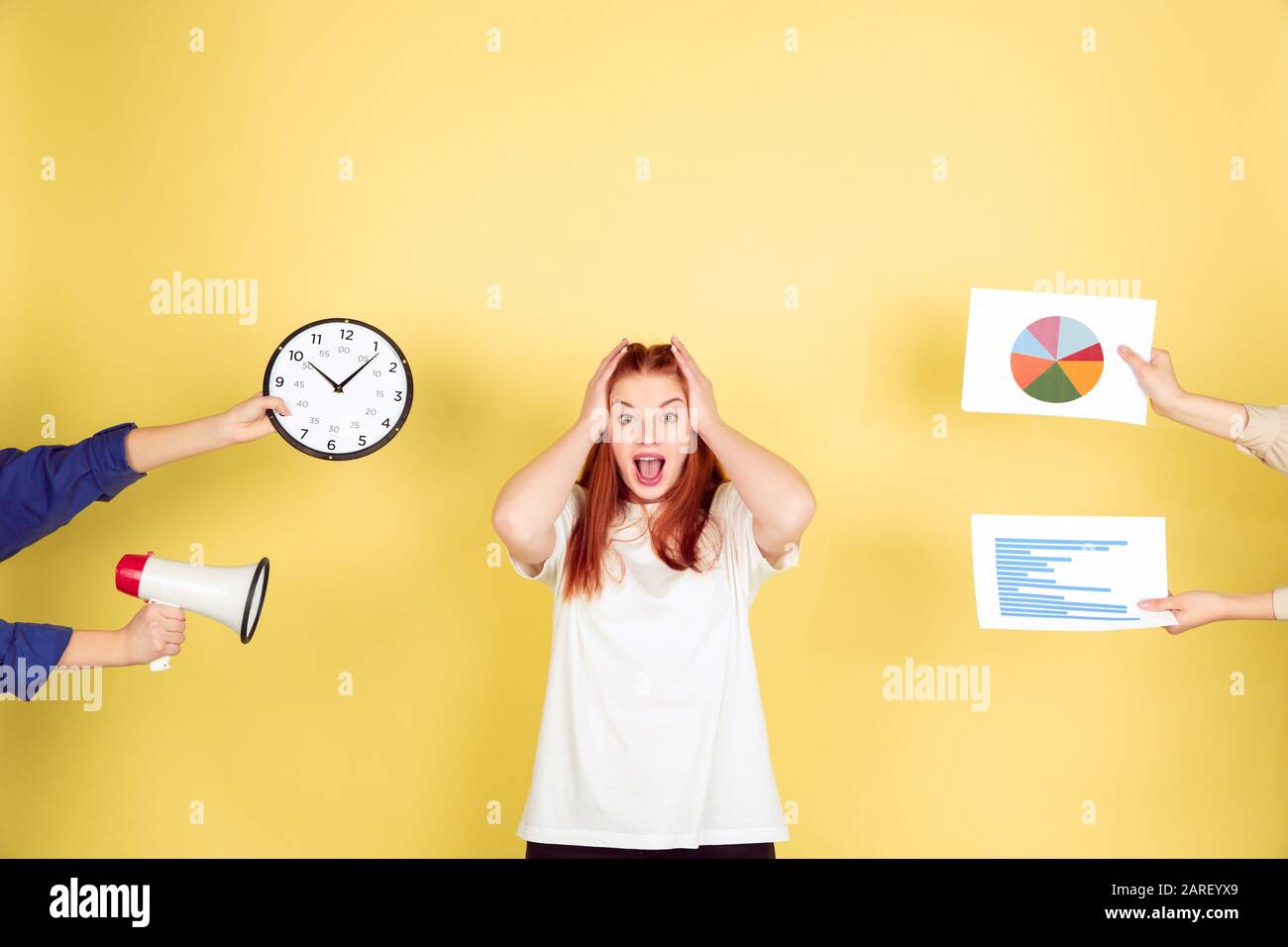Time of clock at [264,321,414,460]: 10:06
